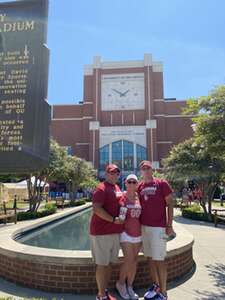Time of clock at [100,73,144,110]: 1:50
